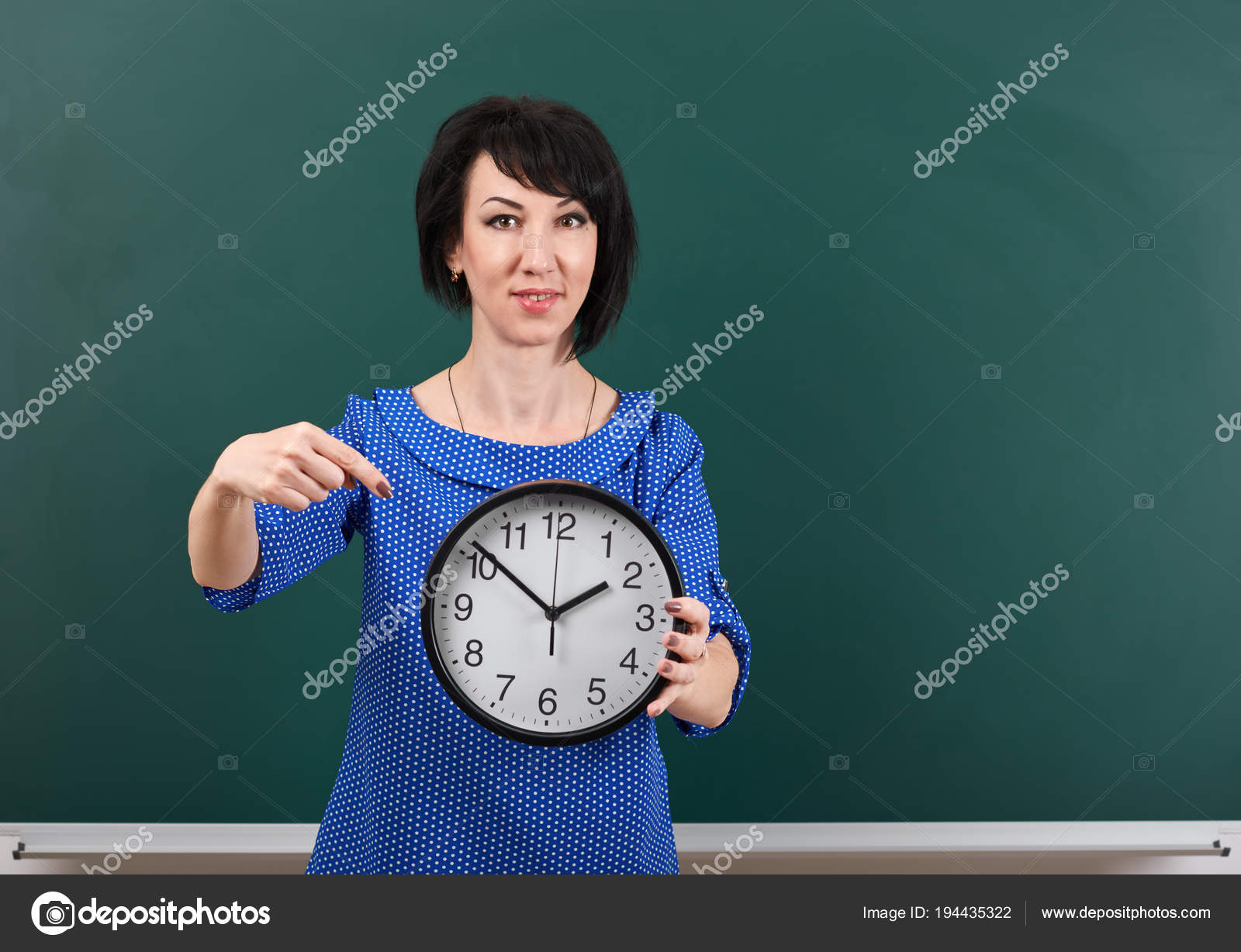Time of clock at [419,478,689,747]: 1:51
